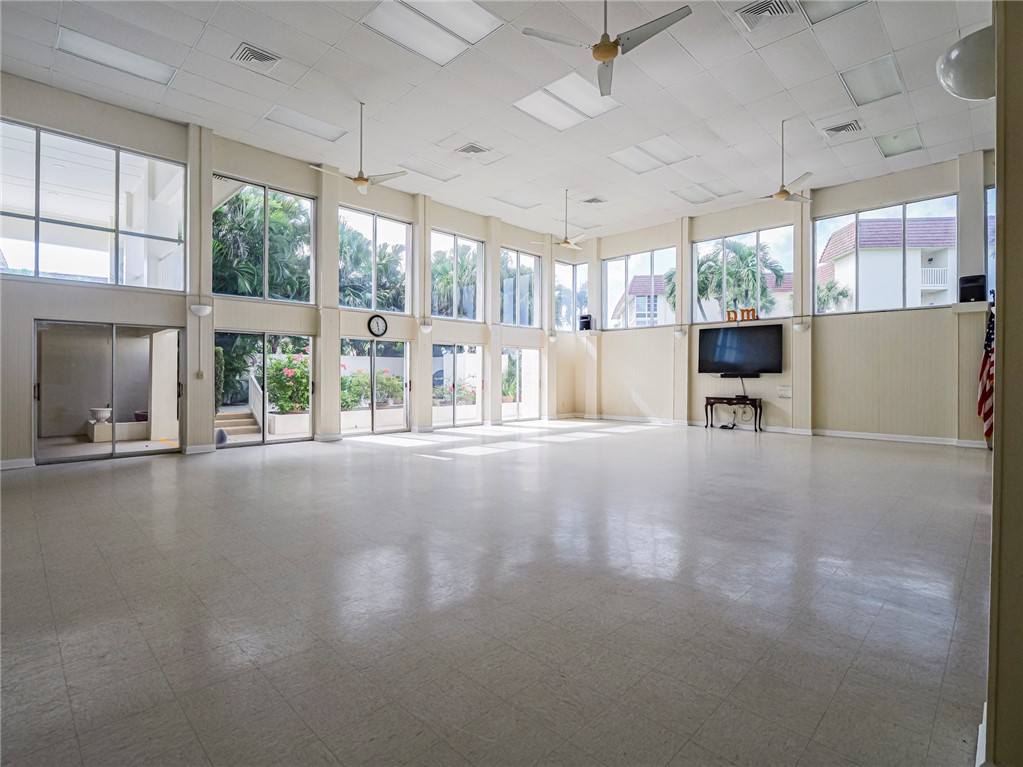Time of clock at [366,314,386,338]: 11:28
